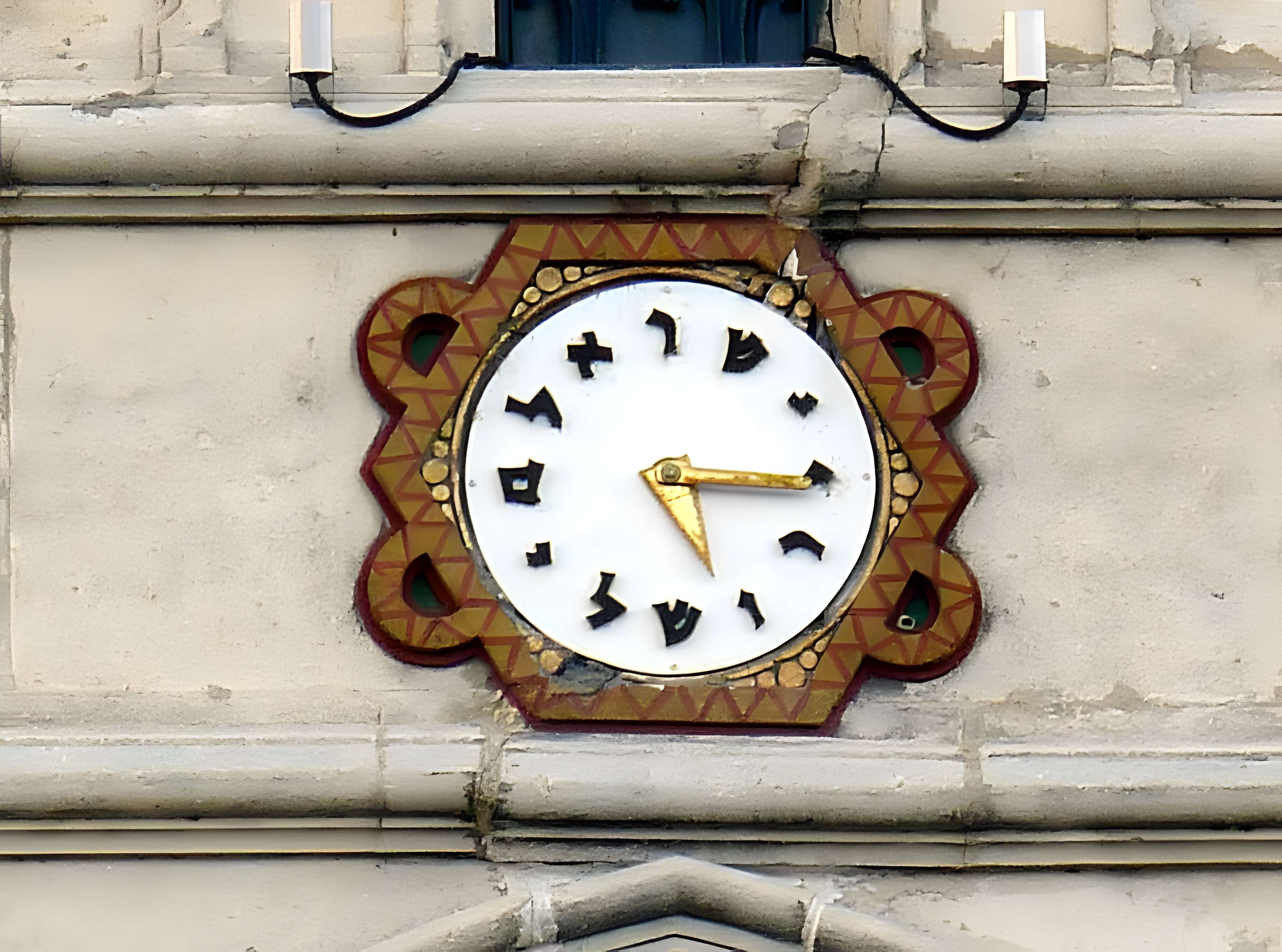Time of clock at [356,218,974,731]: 3:15
